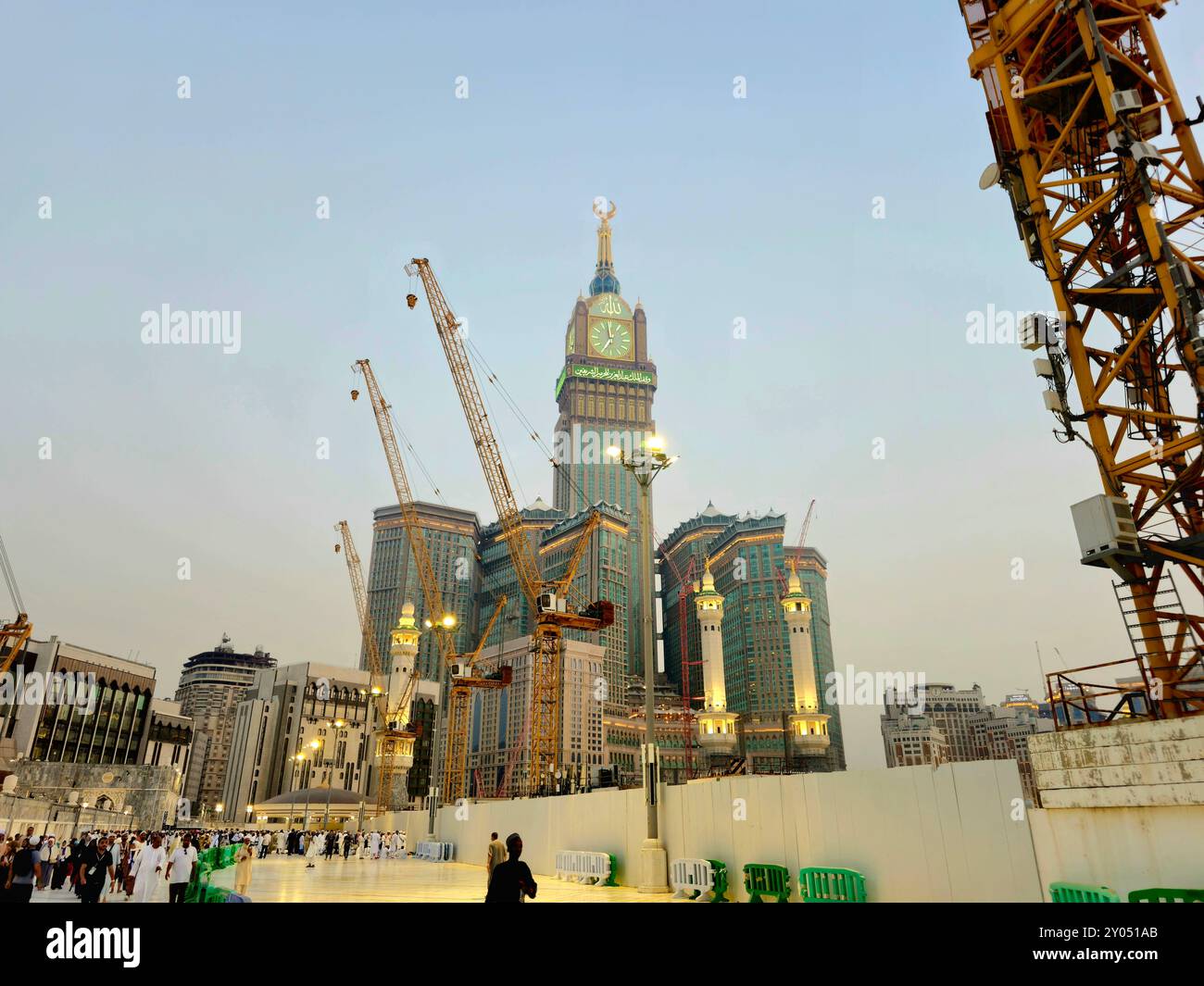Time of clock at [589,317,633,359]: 6:58
